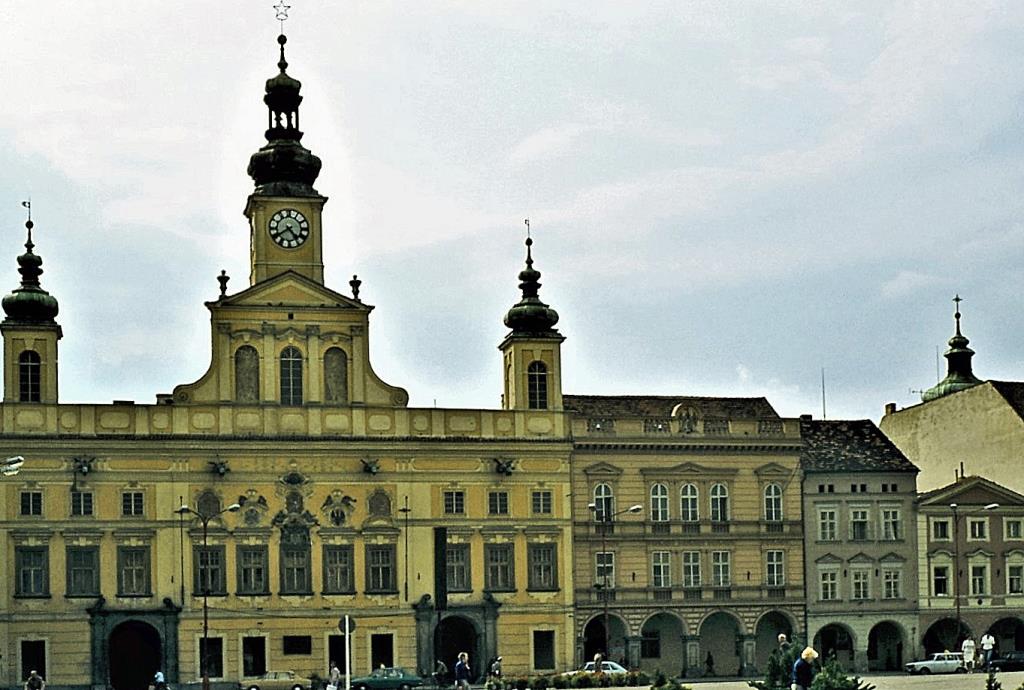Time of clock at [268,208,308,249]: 4:39
